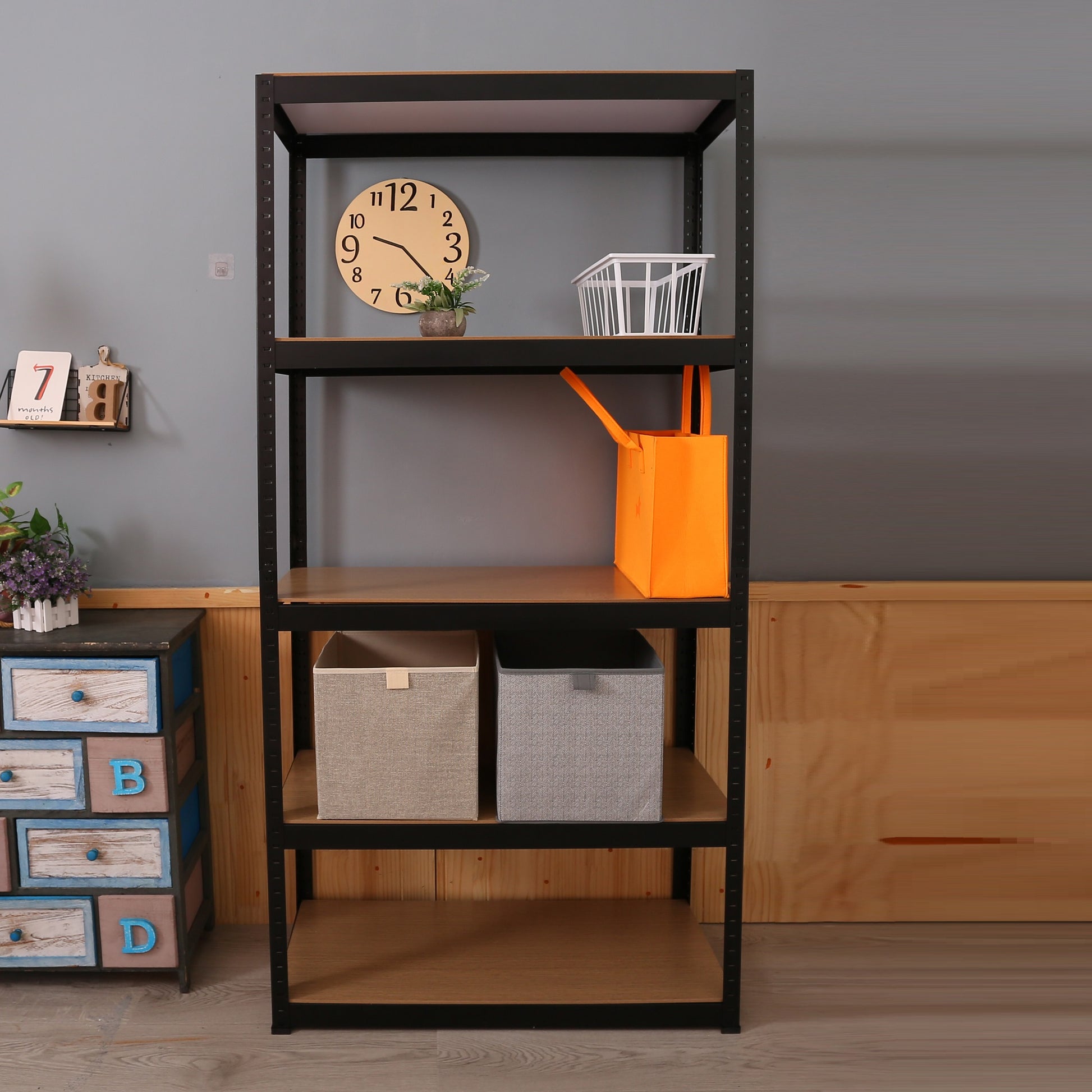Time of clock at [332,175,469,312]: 9:22
